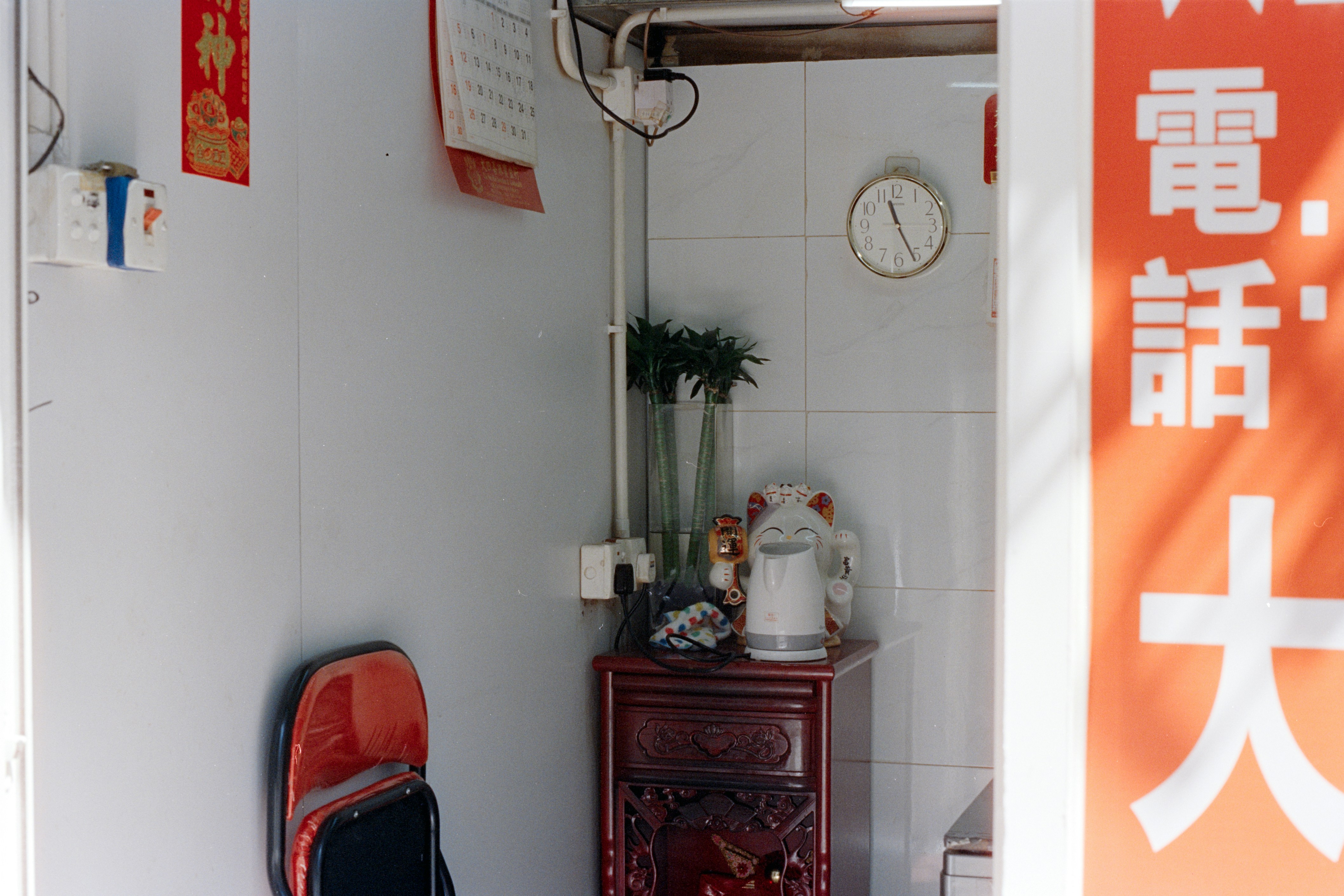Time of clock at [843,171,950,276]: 11:25
